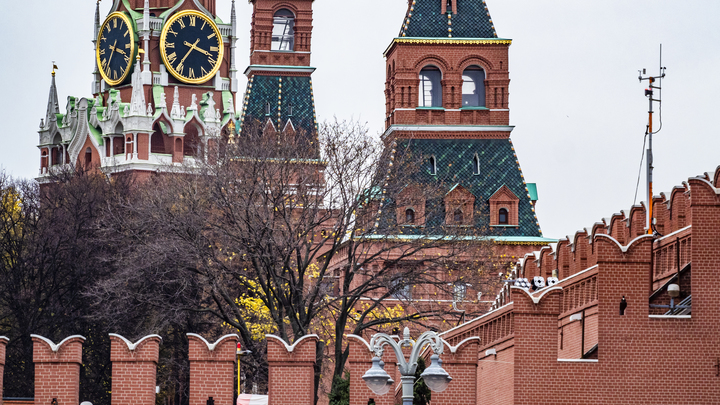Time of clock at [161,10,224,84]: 3:36
